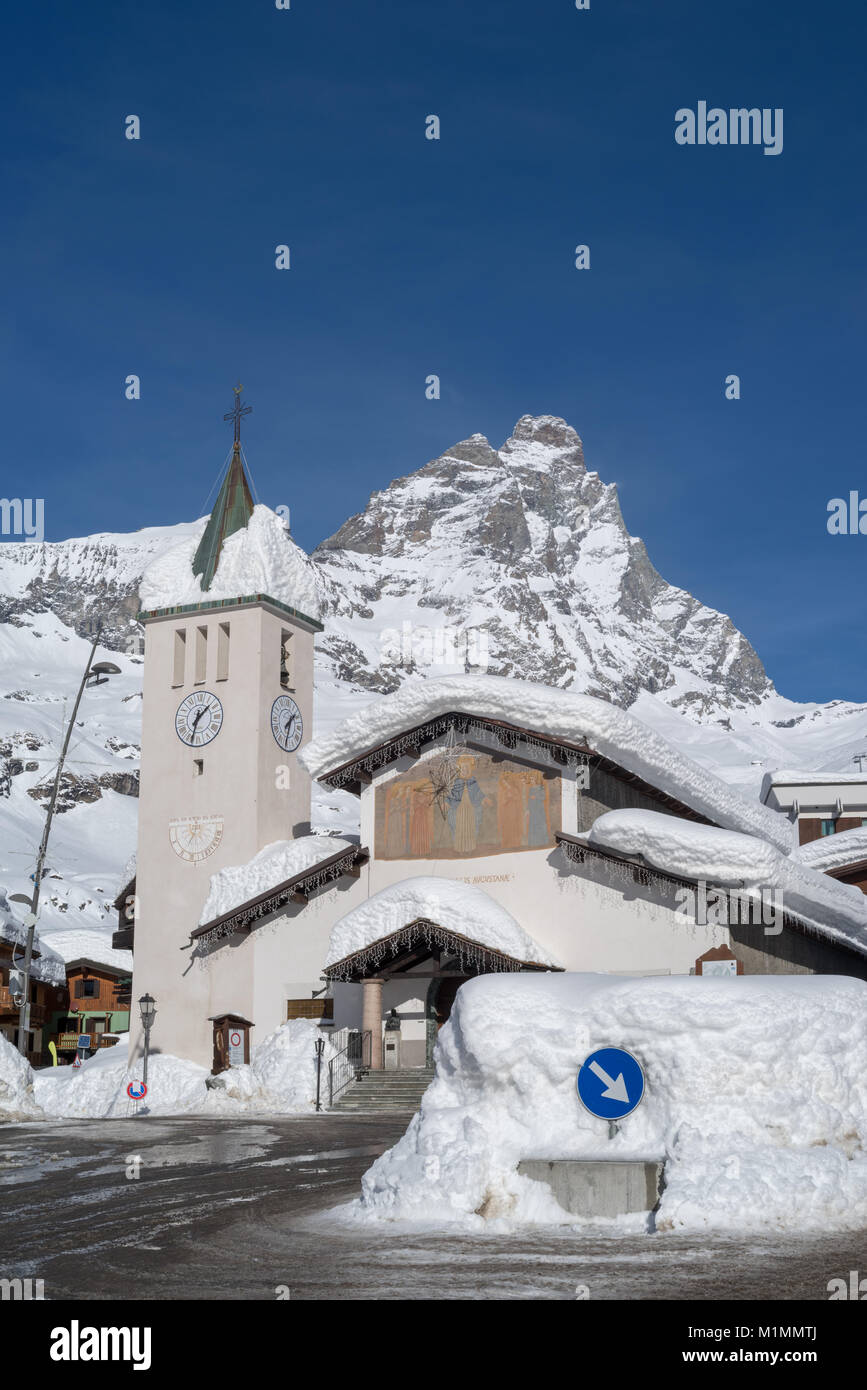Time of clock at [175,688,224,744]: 1:32
